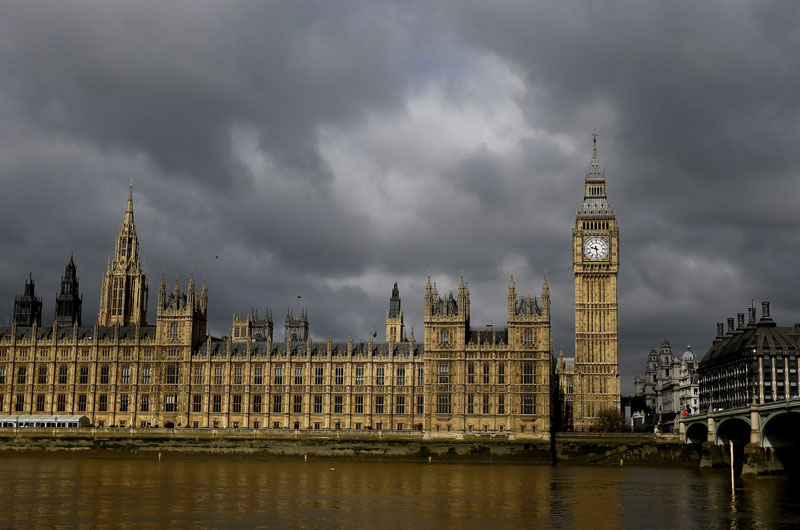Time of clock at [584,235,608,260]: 9:28
